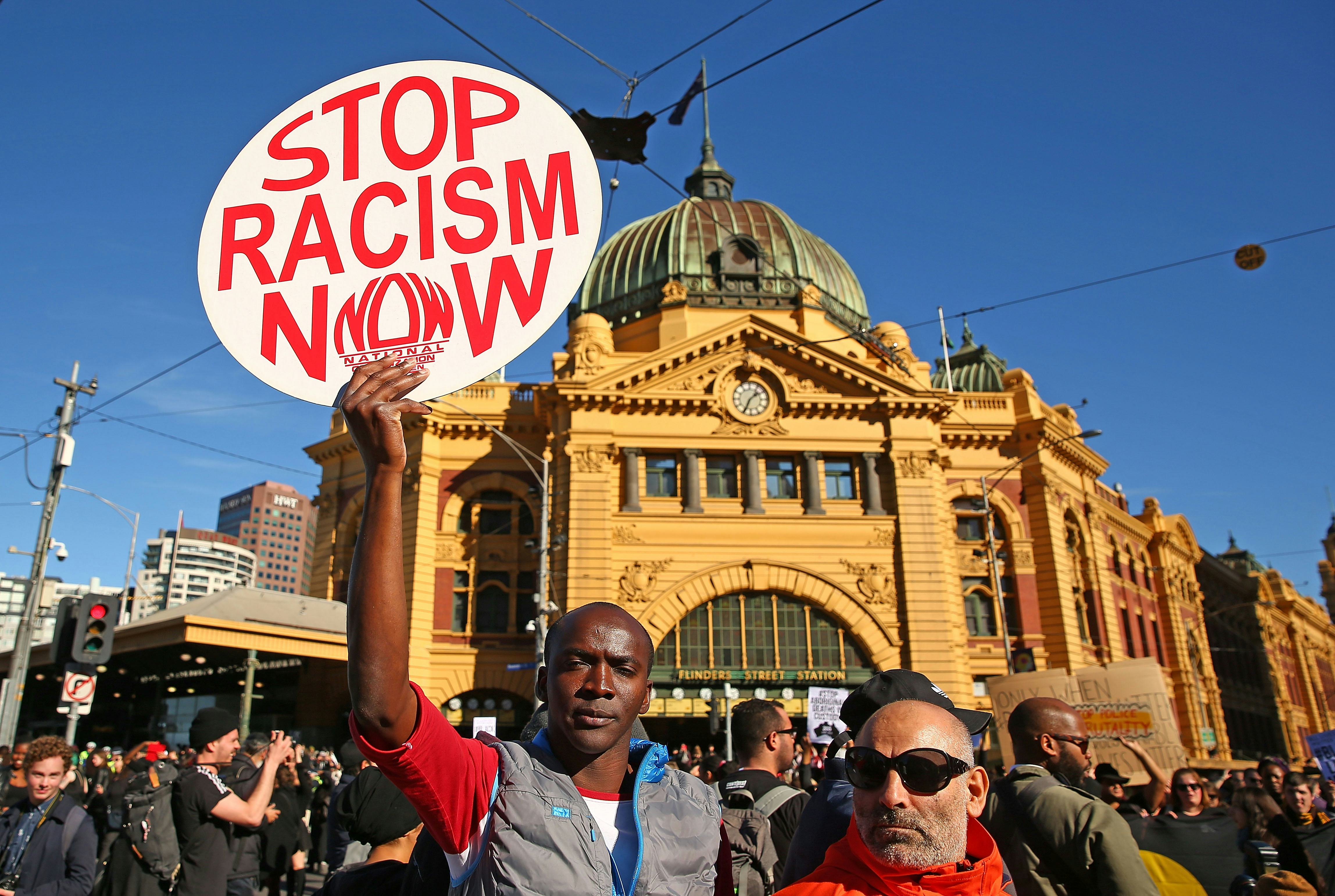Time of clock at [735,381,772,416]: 1:34
